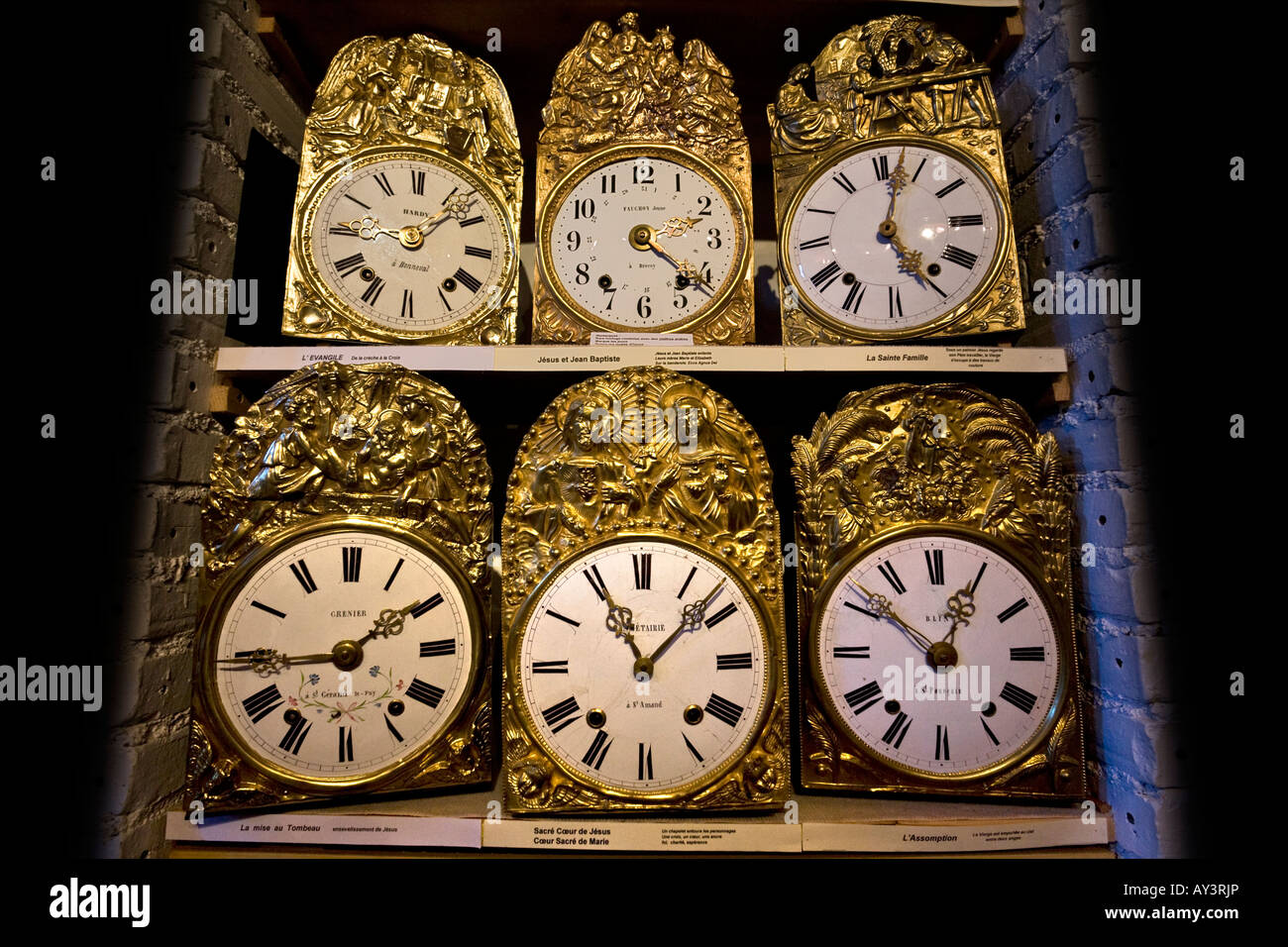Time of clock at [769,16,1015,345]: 5:03
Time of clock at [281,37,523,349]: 9:07
